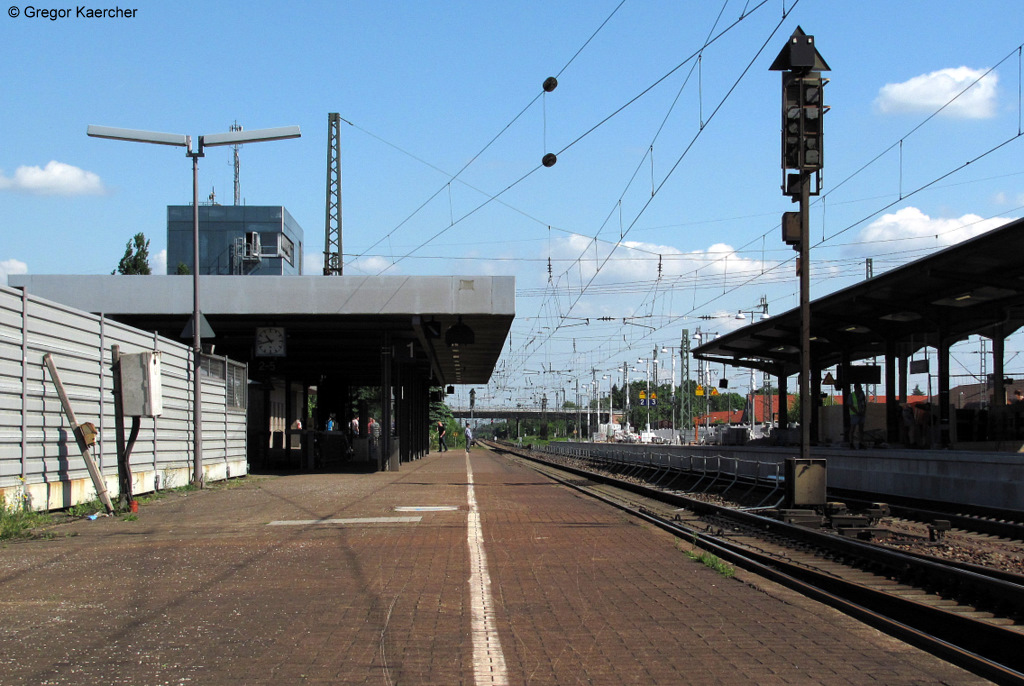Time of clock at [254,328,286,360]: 10:42
